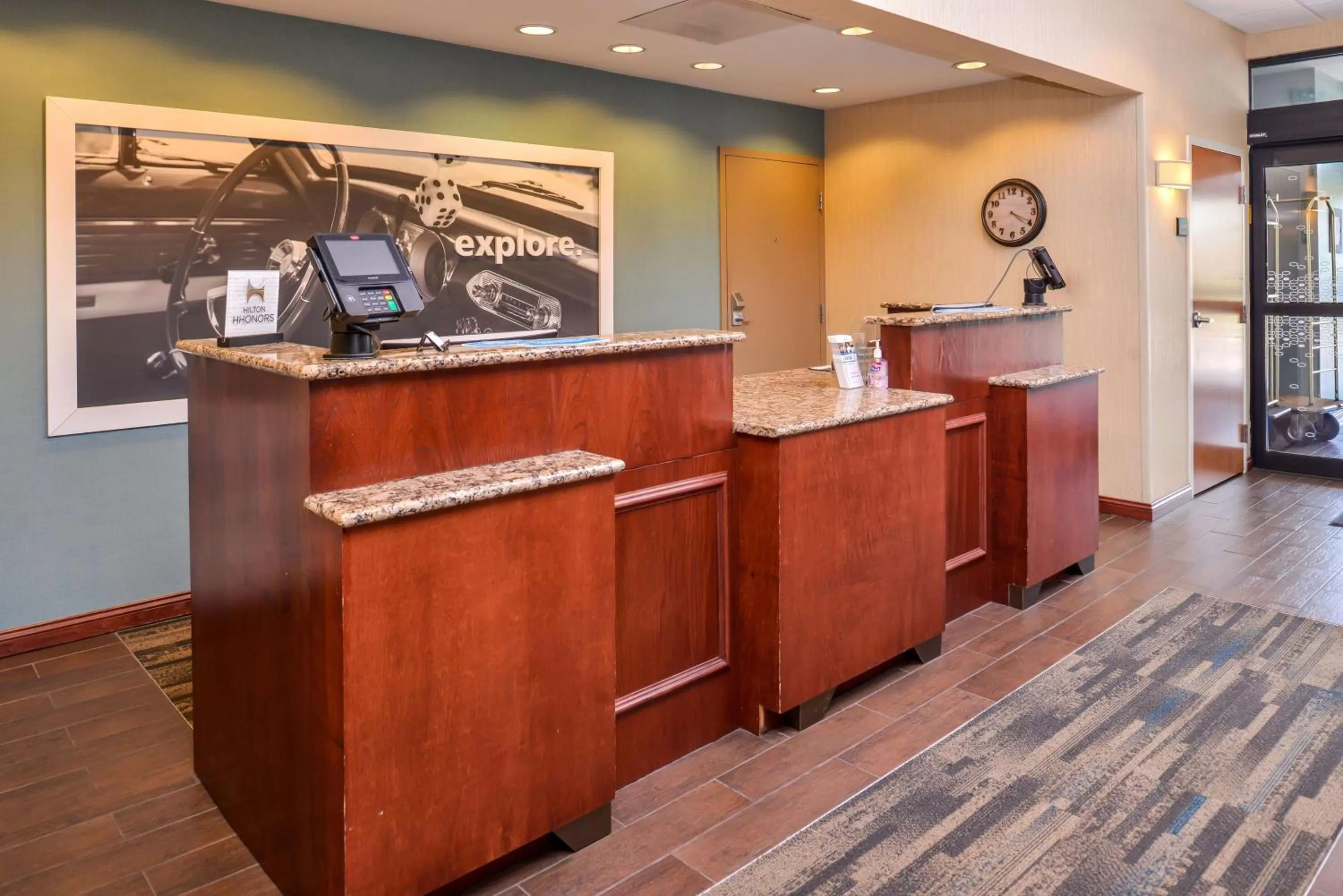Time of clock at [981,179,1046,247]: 4:19
